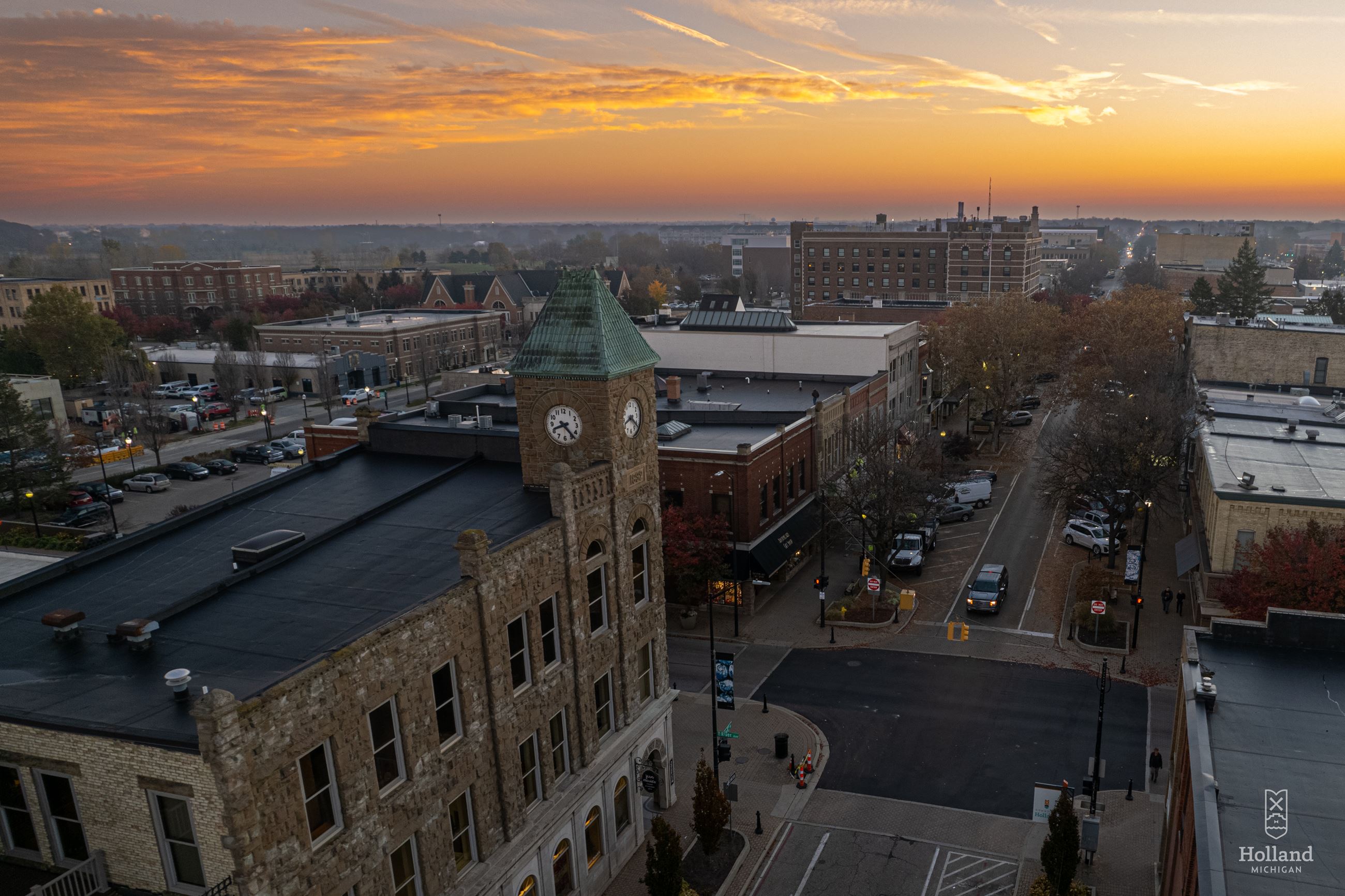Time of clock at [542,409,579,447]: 8:23
